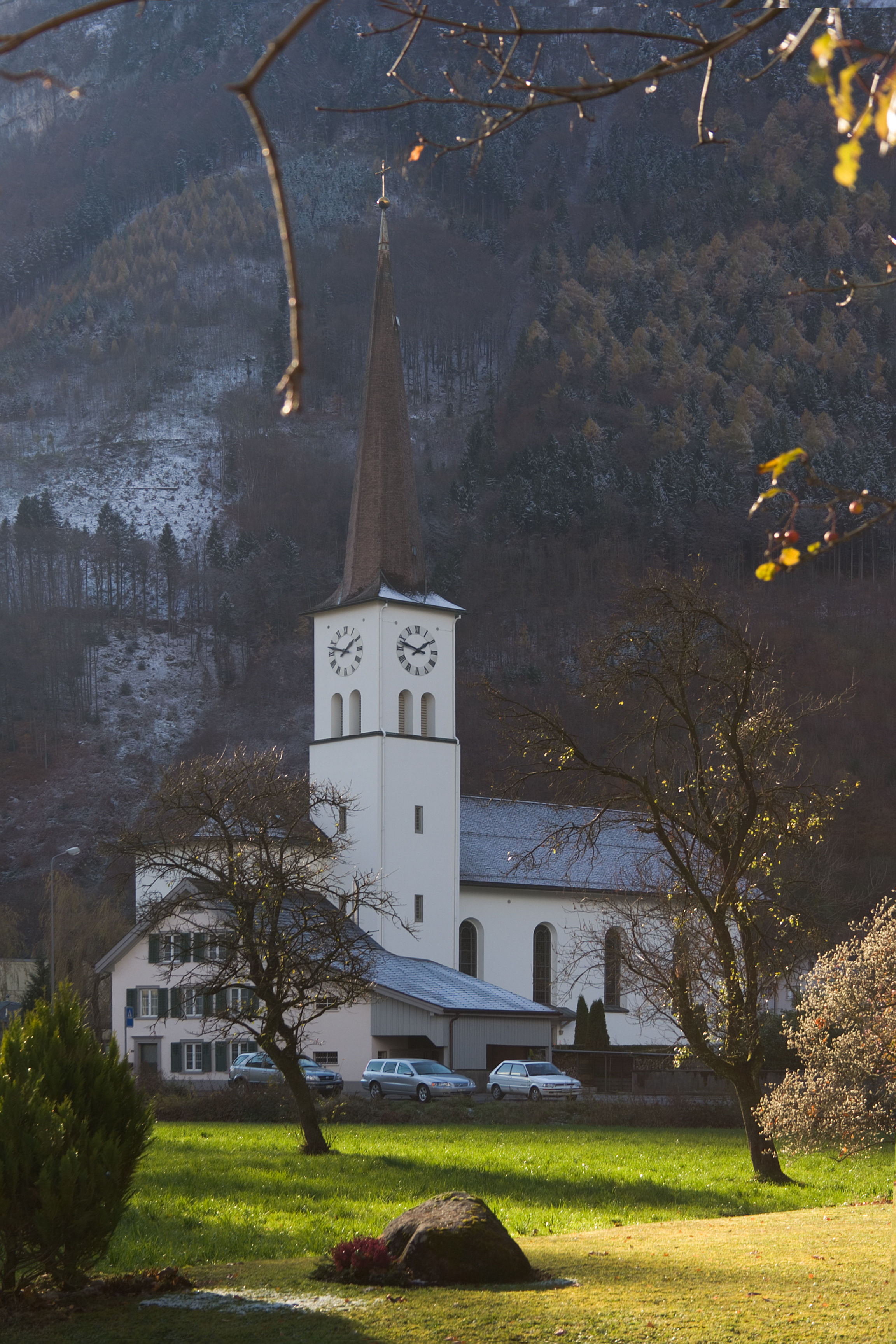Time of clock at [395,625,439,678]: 1:47
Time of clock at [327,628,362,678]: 1:47
